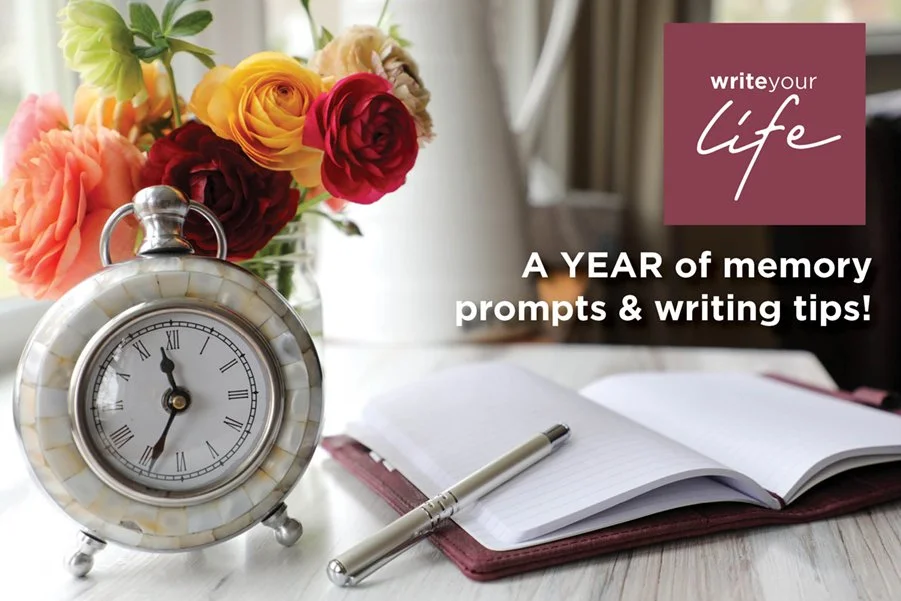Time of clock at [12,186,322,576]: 11:34
